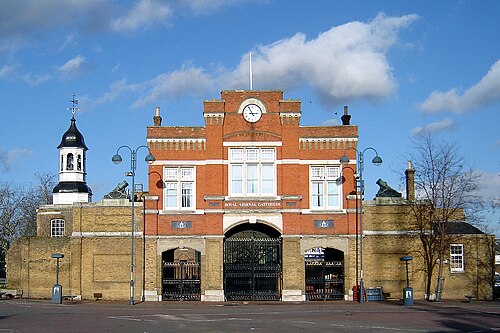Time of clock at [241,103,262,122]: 2:55
